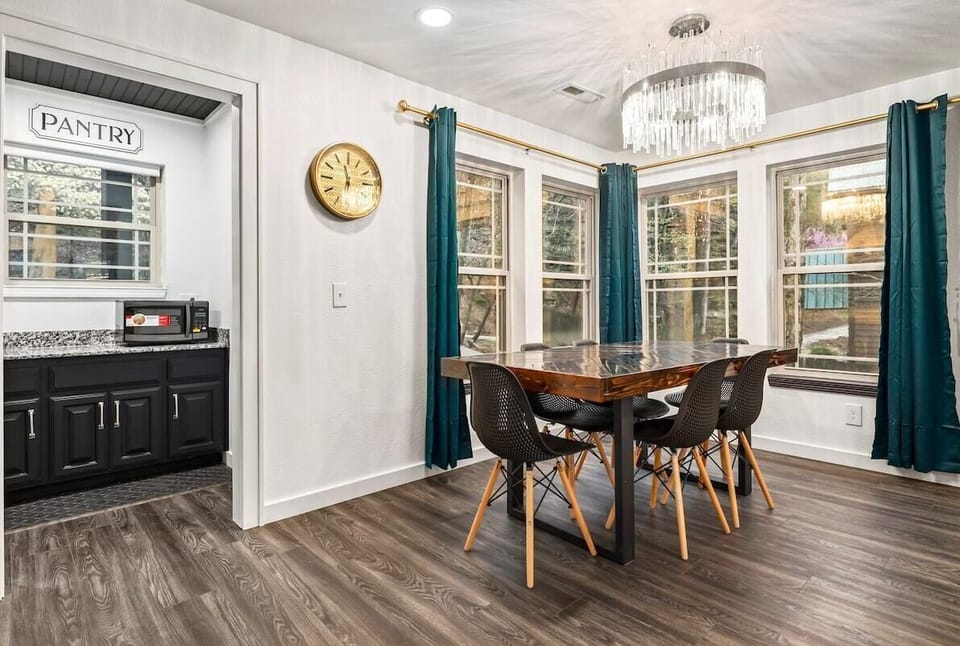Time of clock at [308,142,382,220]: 11:57
